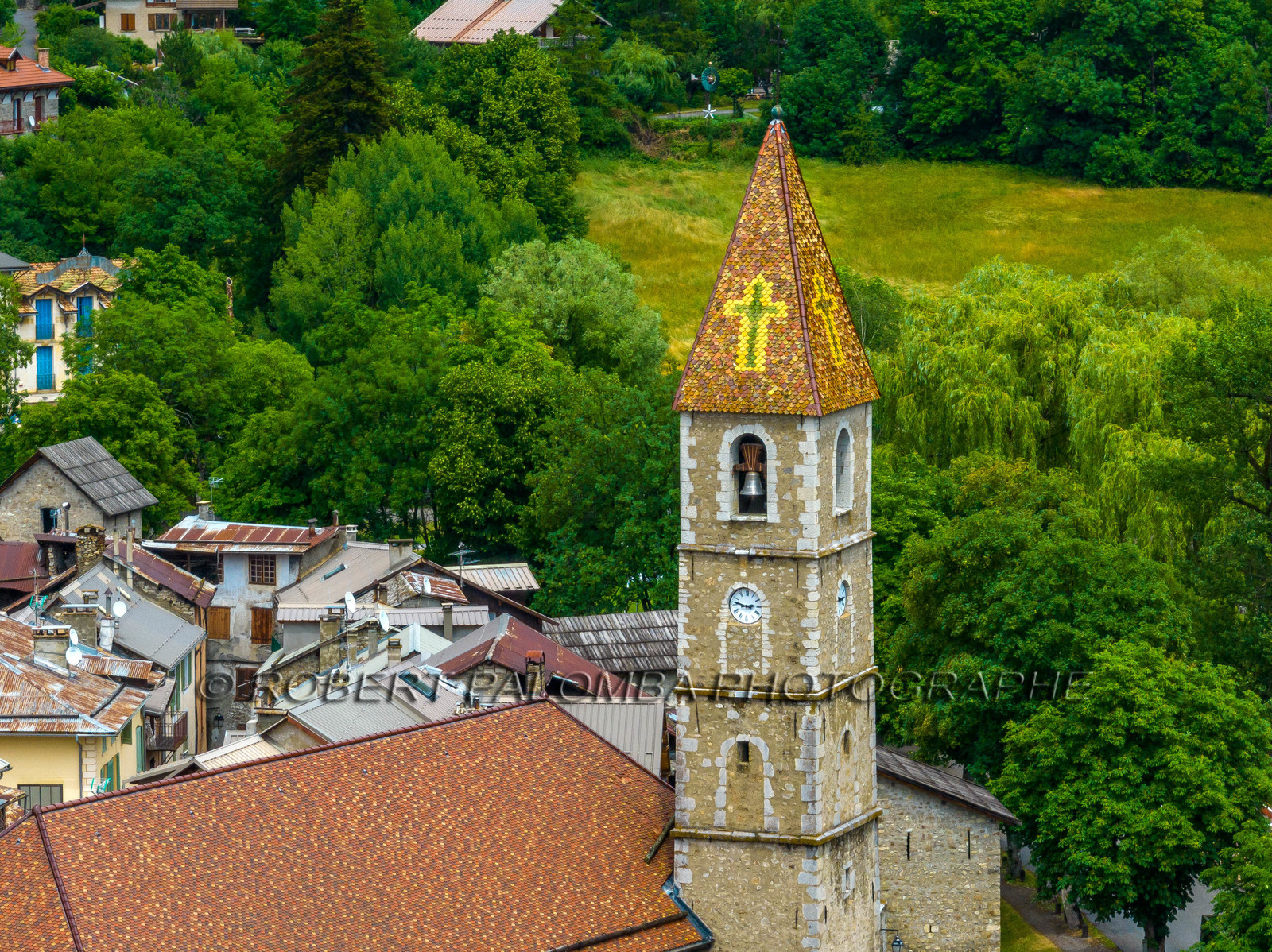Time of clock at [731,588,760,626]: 2:46
